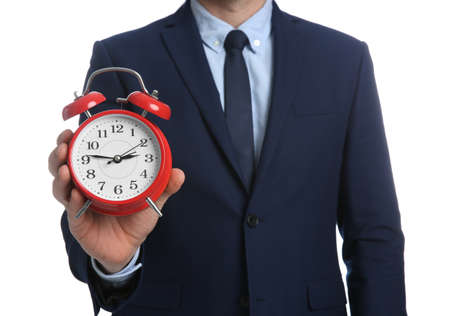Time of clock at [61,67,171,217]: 2:46
